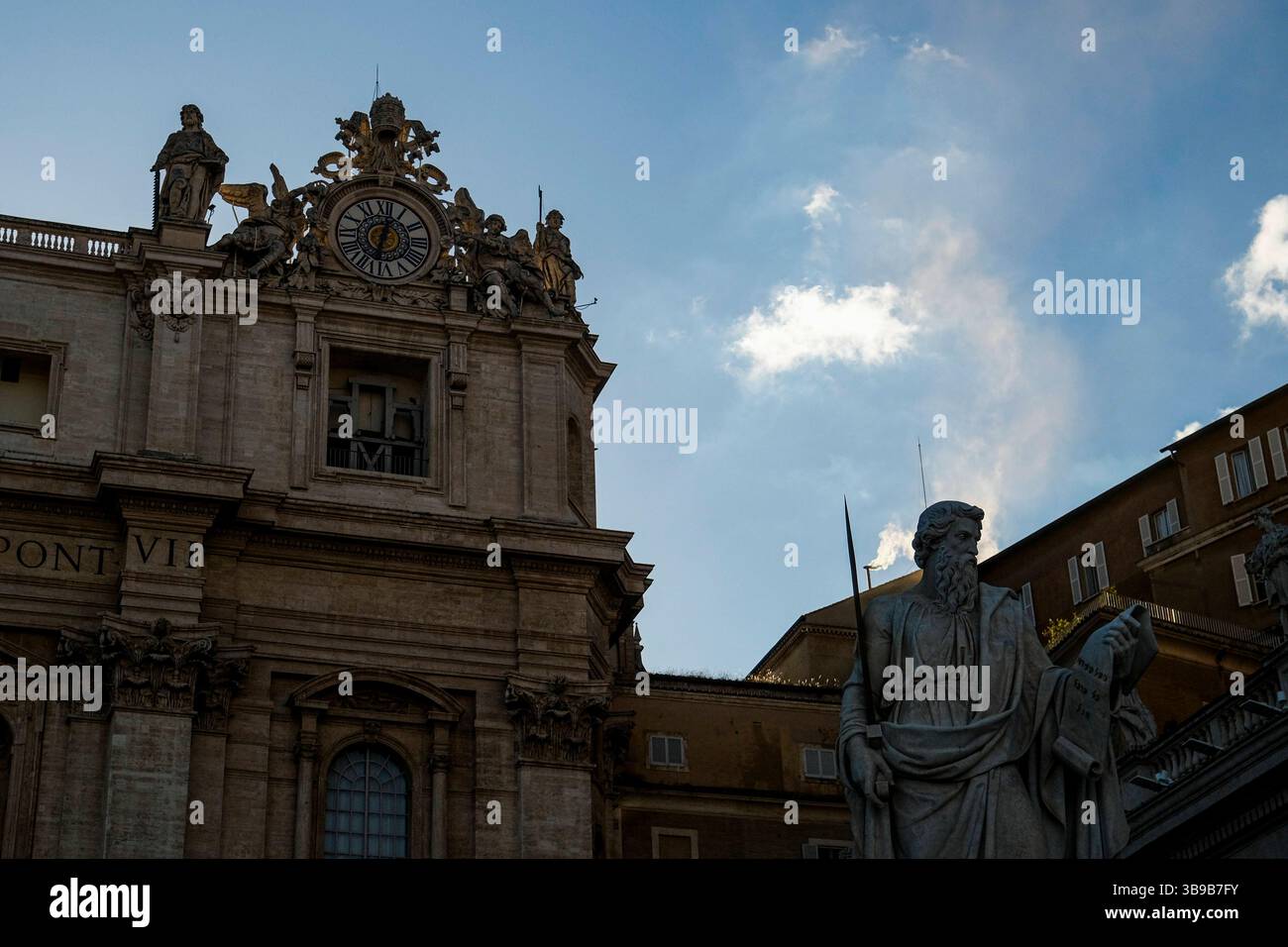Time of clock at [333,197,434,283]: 12:32
